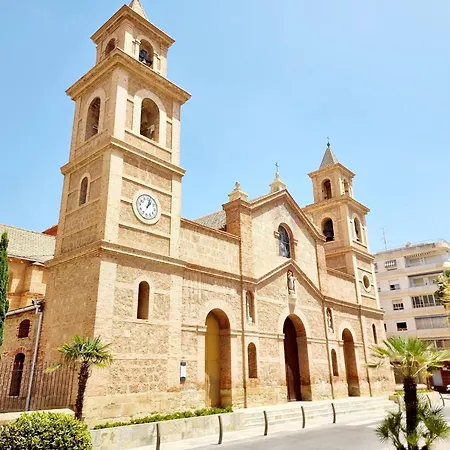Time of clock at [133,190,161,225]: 1:02
